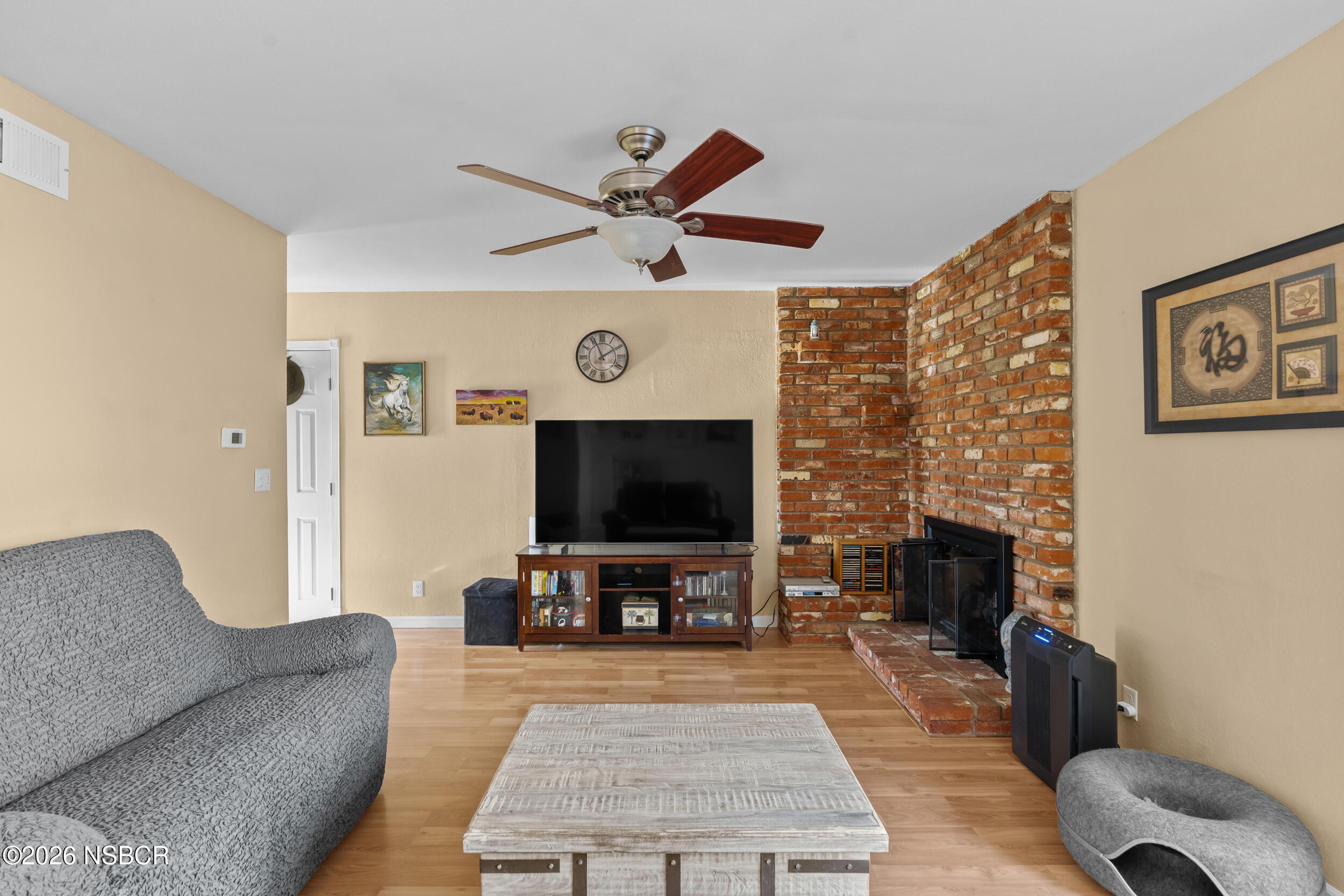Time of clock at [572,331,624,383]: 1:56
